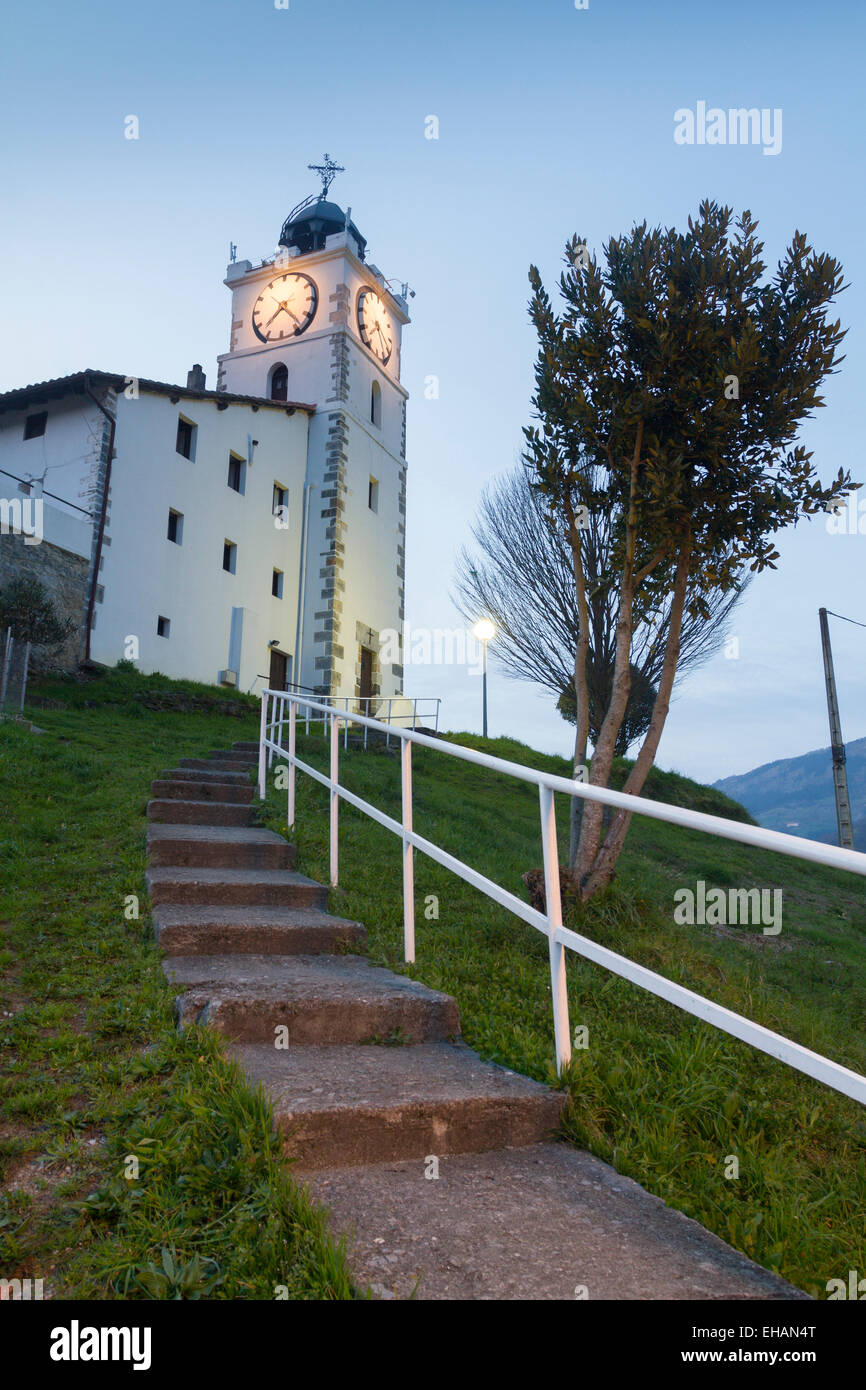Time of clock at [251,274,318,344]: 7:23
